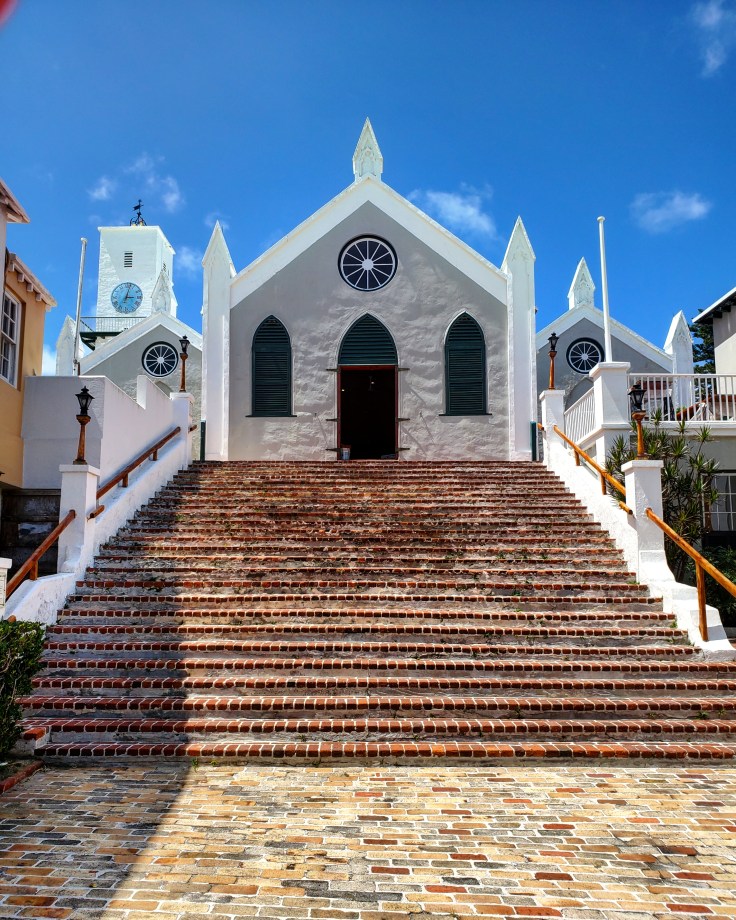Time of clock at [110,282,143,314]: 3:02
